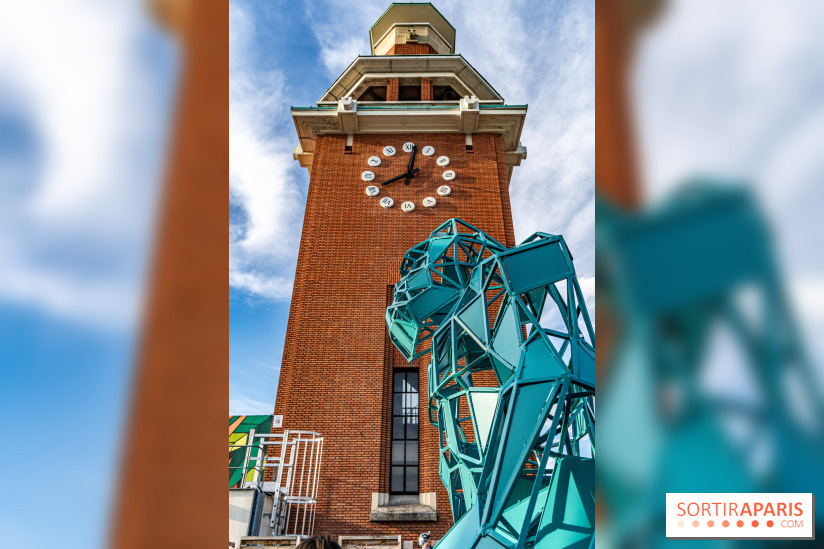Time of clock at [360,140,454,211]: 8:01
